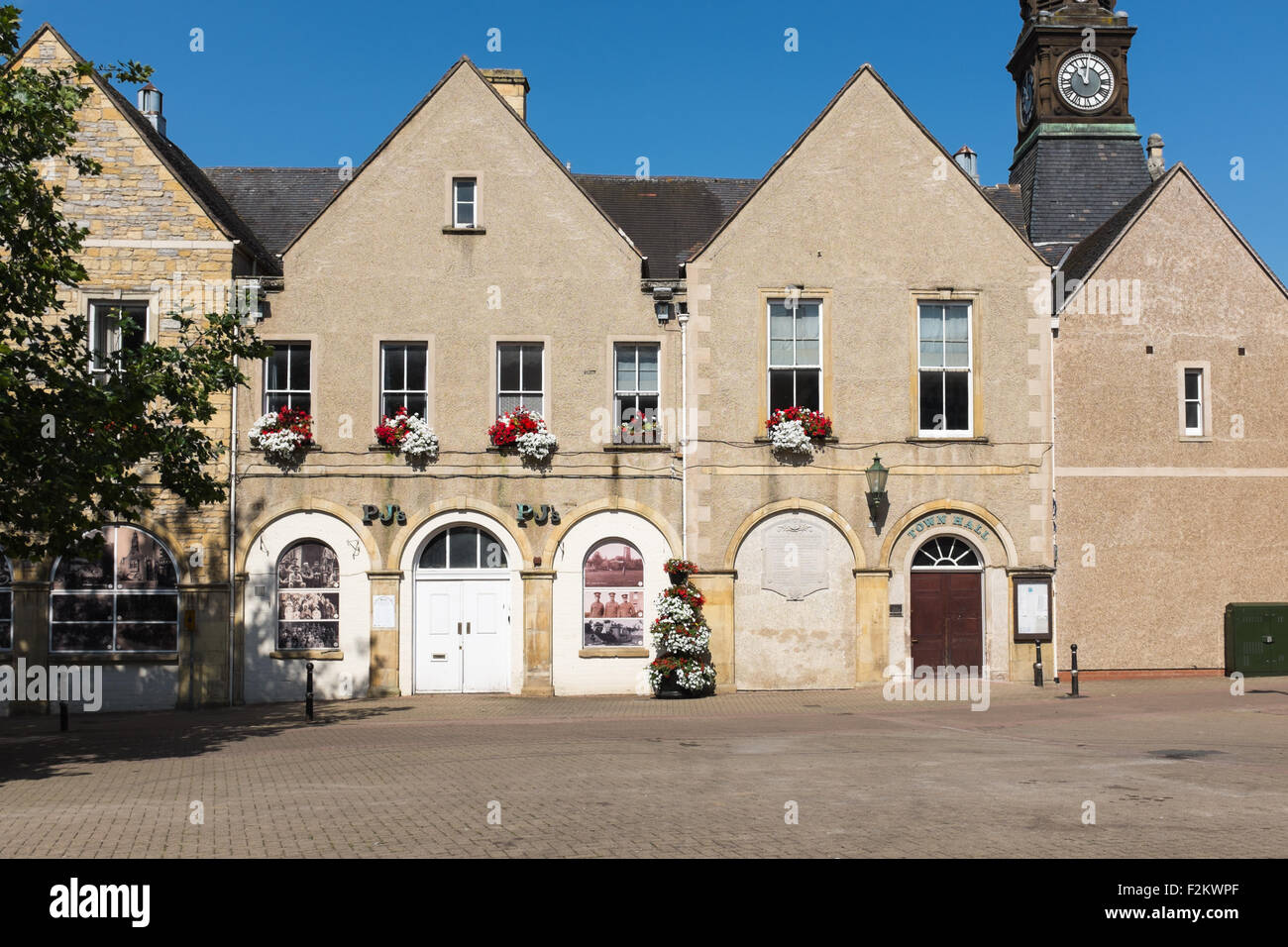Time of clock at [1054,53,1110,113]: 11:02
